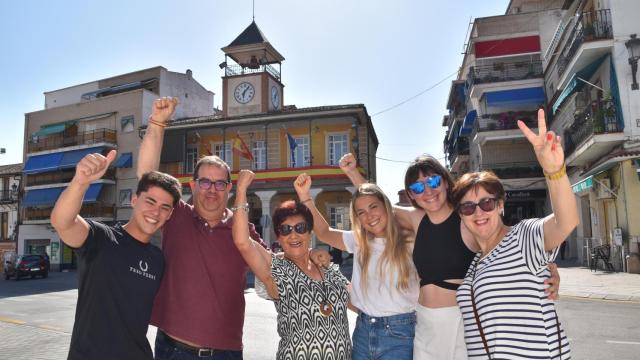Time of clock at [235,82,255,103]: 6:06
